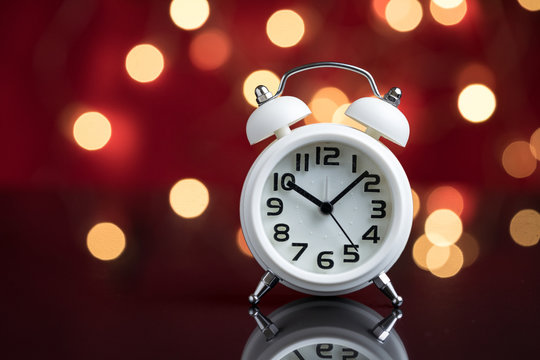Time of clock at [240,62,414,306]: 10:07
